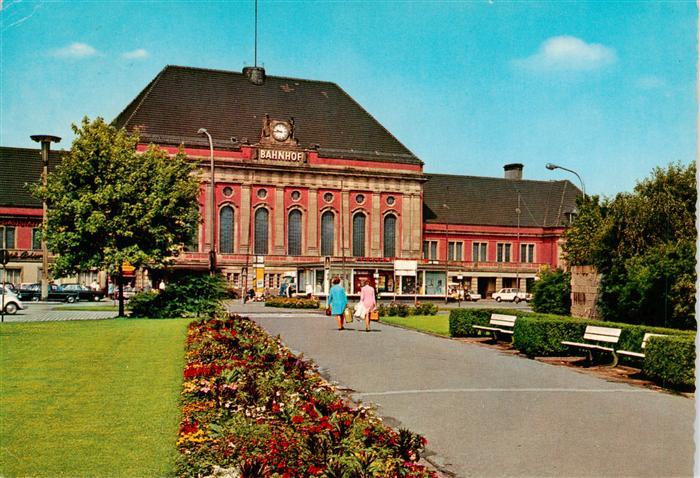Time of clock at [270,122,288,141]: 9:45
